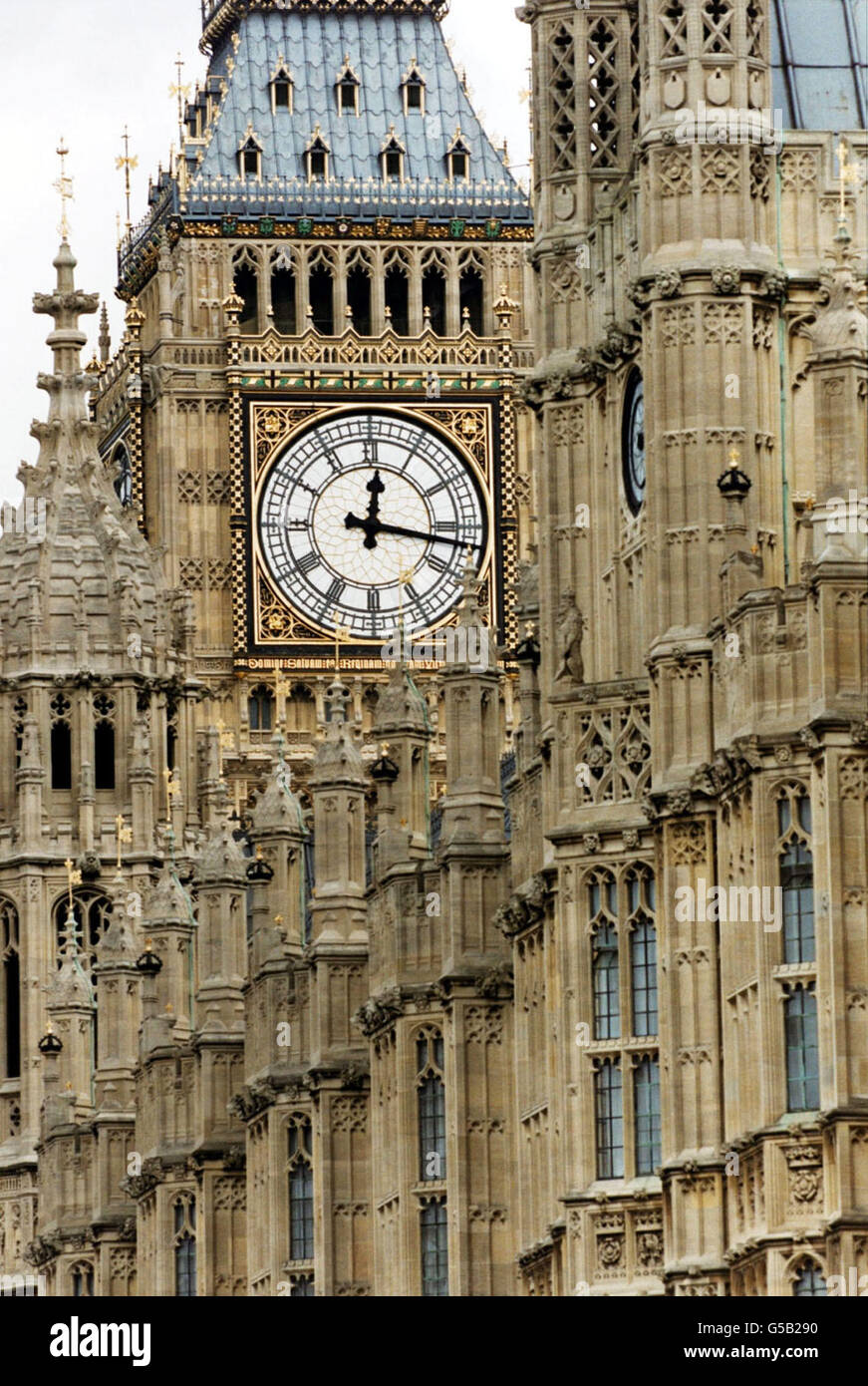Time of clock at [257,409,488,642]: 12:16
